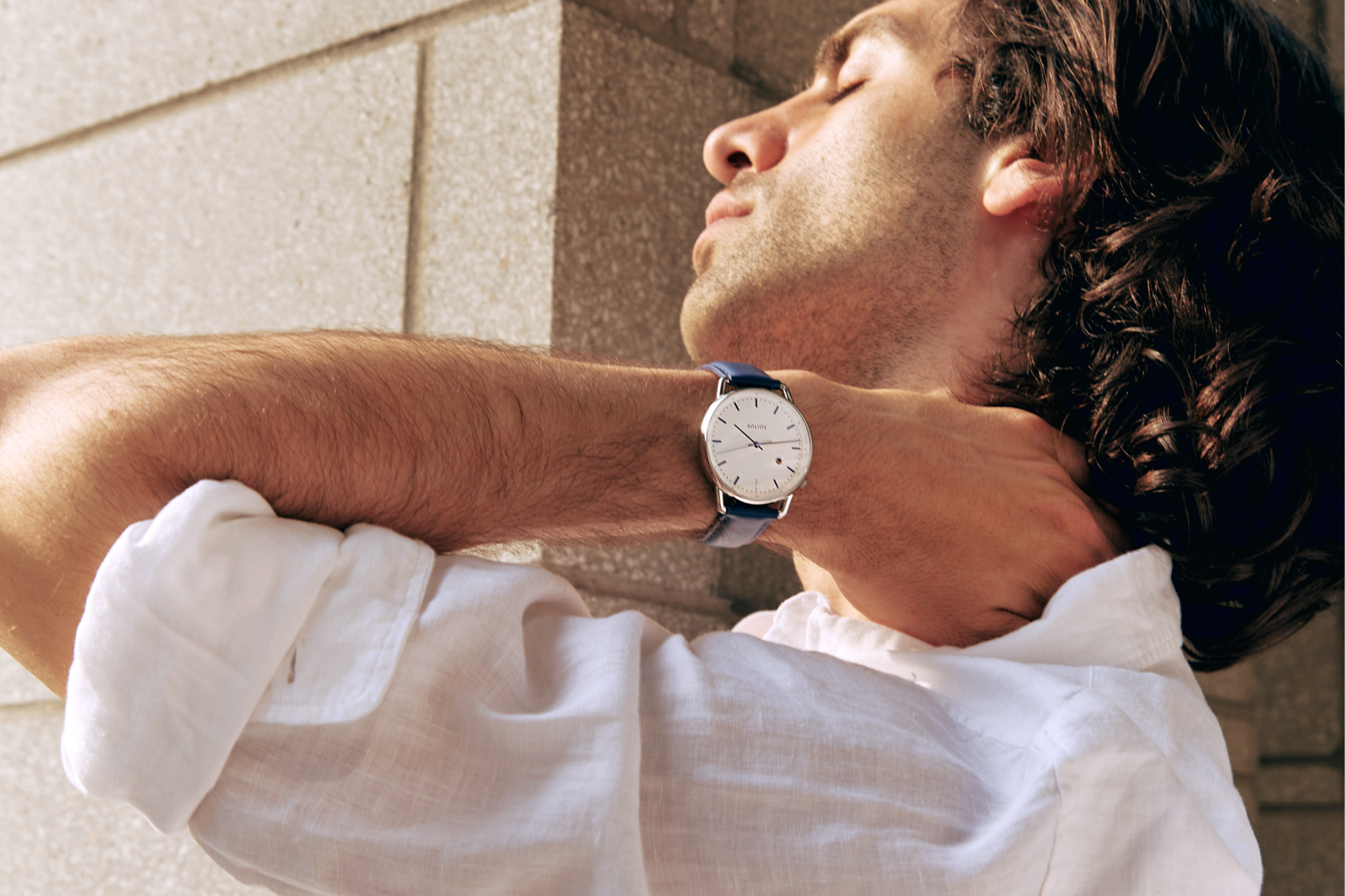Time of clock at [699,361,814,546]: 10:13
